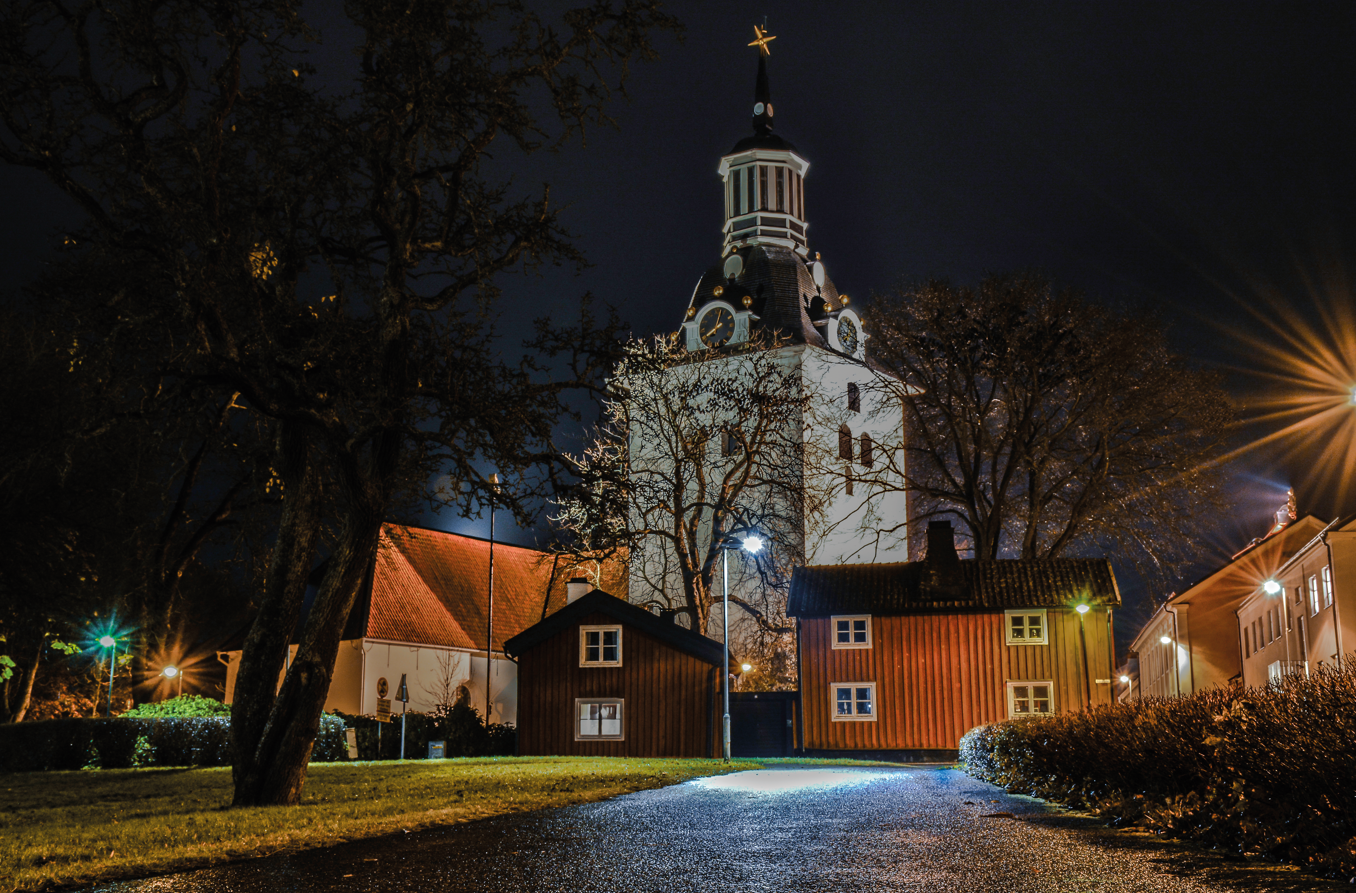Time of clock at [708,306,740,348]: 8:03
